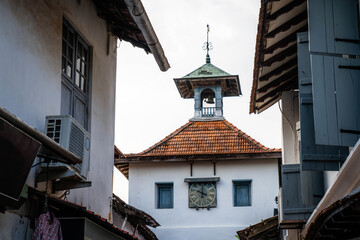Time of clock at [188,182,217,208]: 10:00
